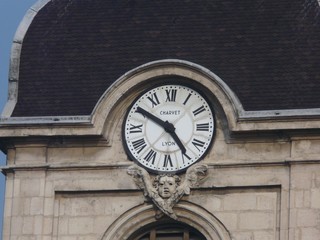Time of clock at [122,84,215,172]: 4:50
